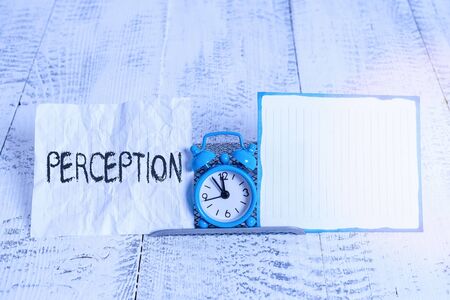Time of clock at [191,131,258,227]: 11:54
